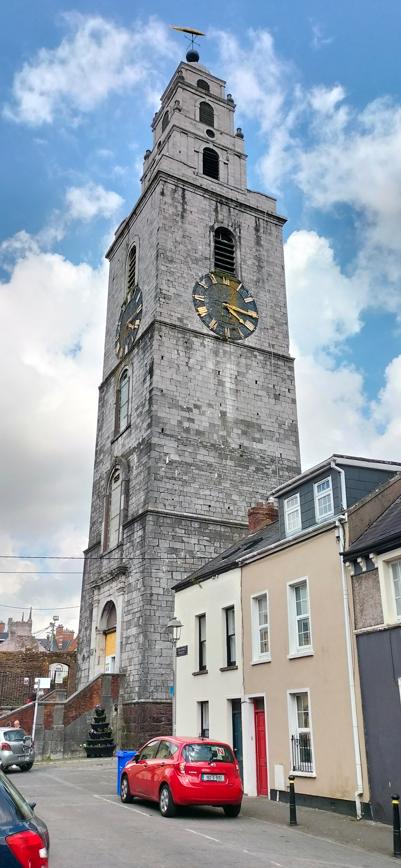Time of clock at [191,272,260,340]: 4:16
